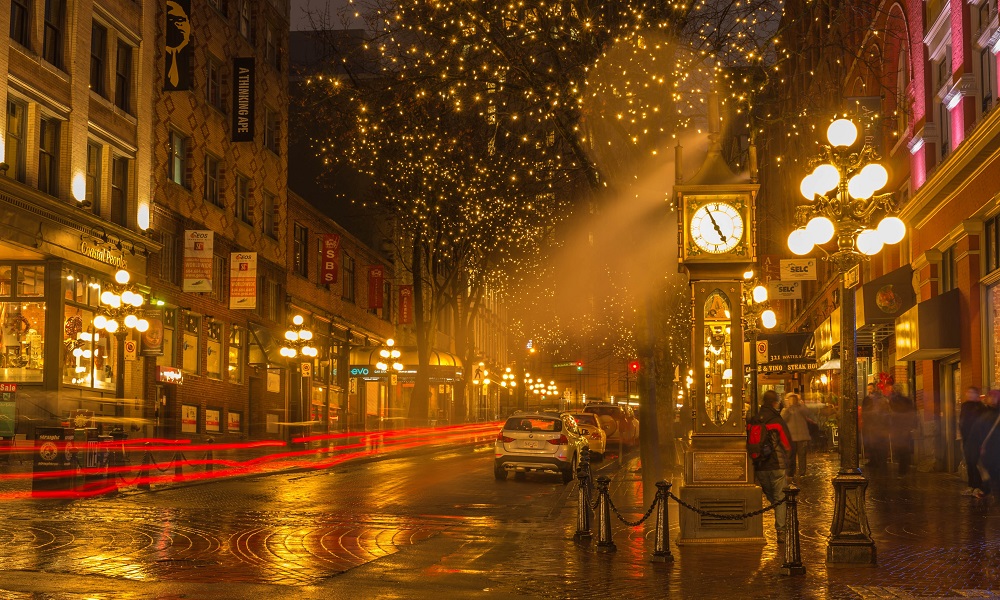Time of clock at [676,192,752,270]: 4:55
